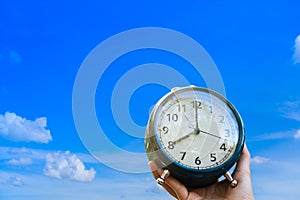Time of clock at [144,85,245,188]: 8:00
